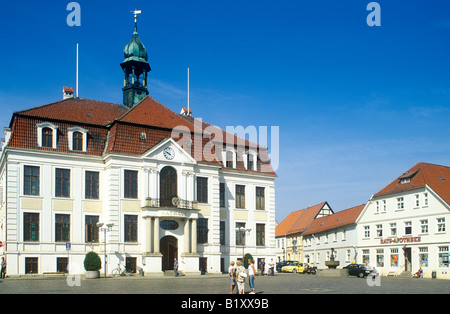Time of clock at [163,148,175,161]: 9:48
